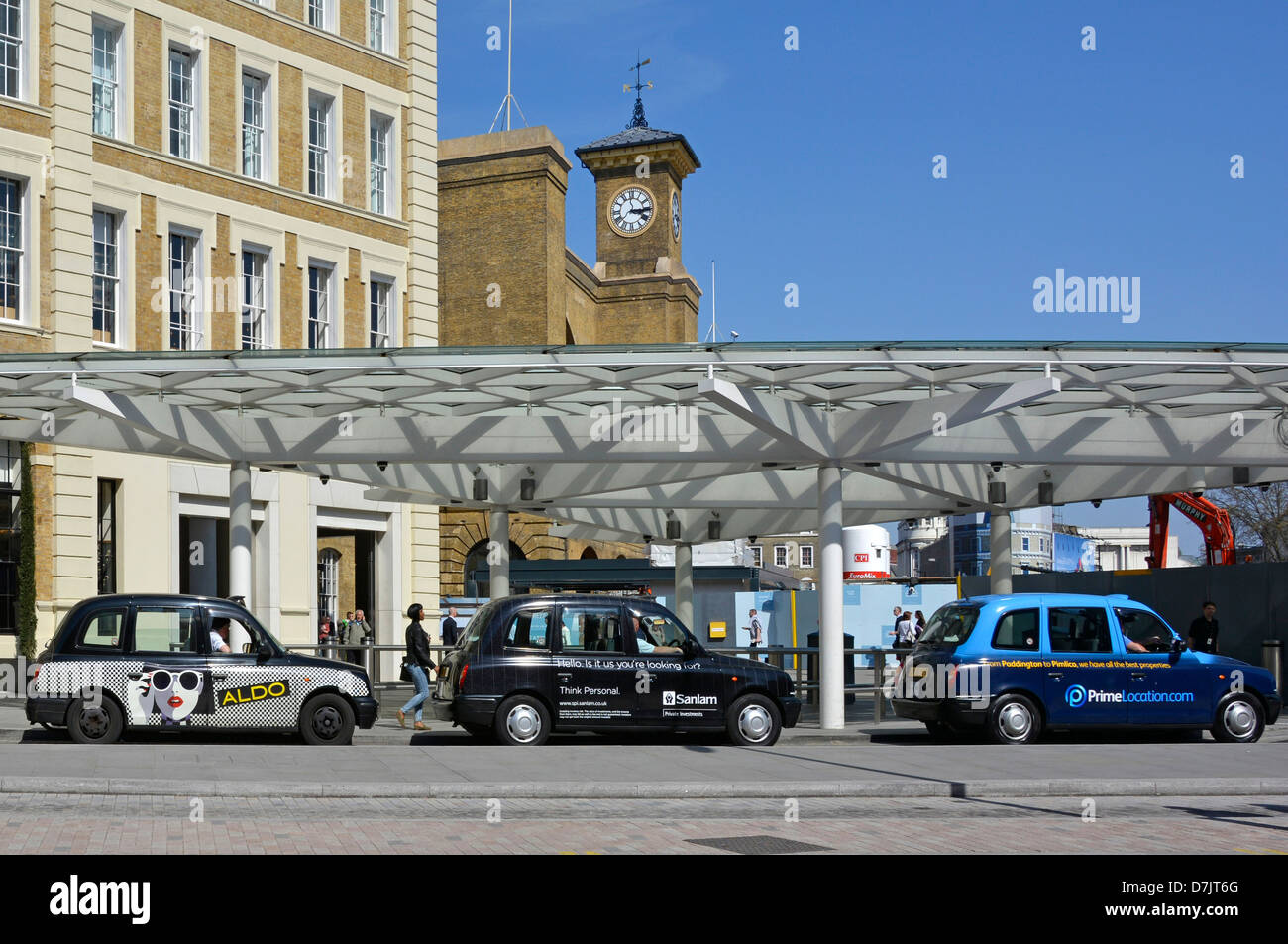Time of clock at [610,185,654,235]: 3:14
